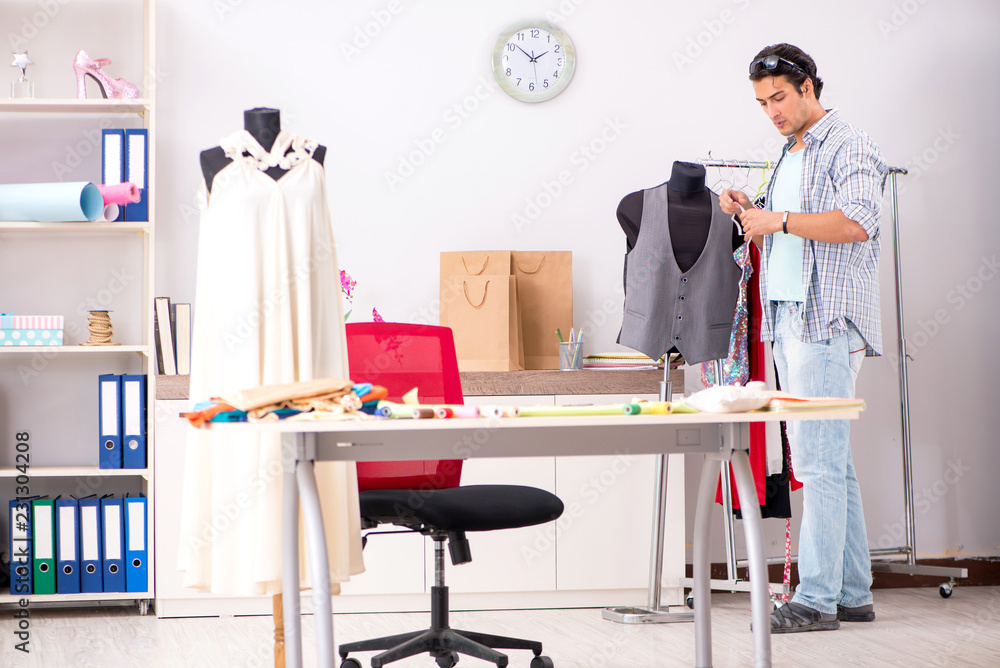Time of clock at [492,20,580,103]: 1:51
